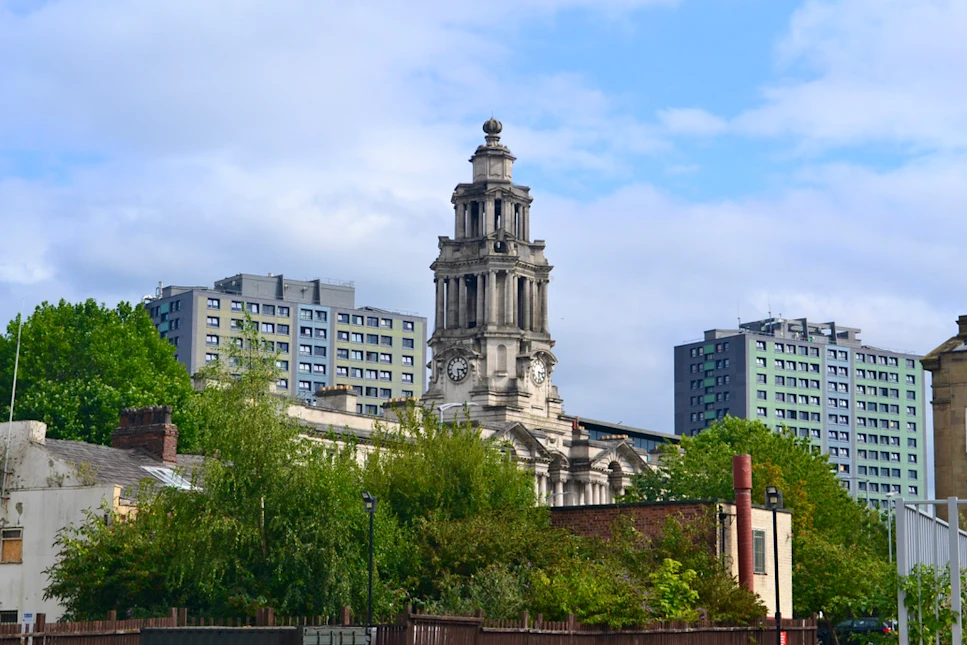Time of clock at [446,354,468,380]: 3:28
